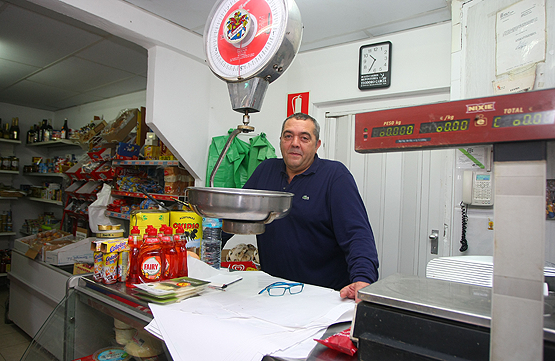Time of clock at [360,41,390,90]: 10:35
